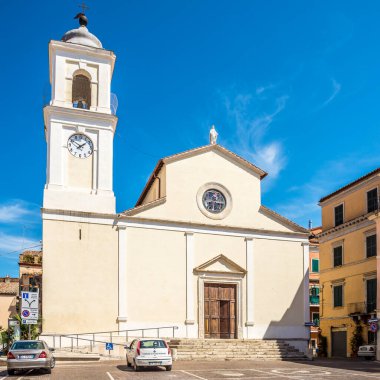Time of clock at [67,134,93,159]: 1:50
